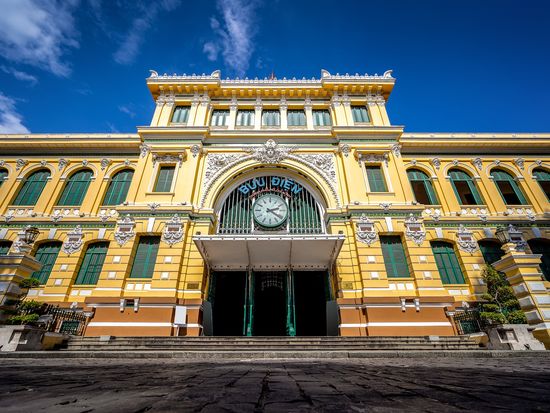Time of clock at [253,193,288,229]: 2:21
